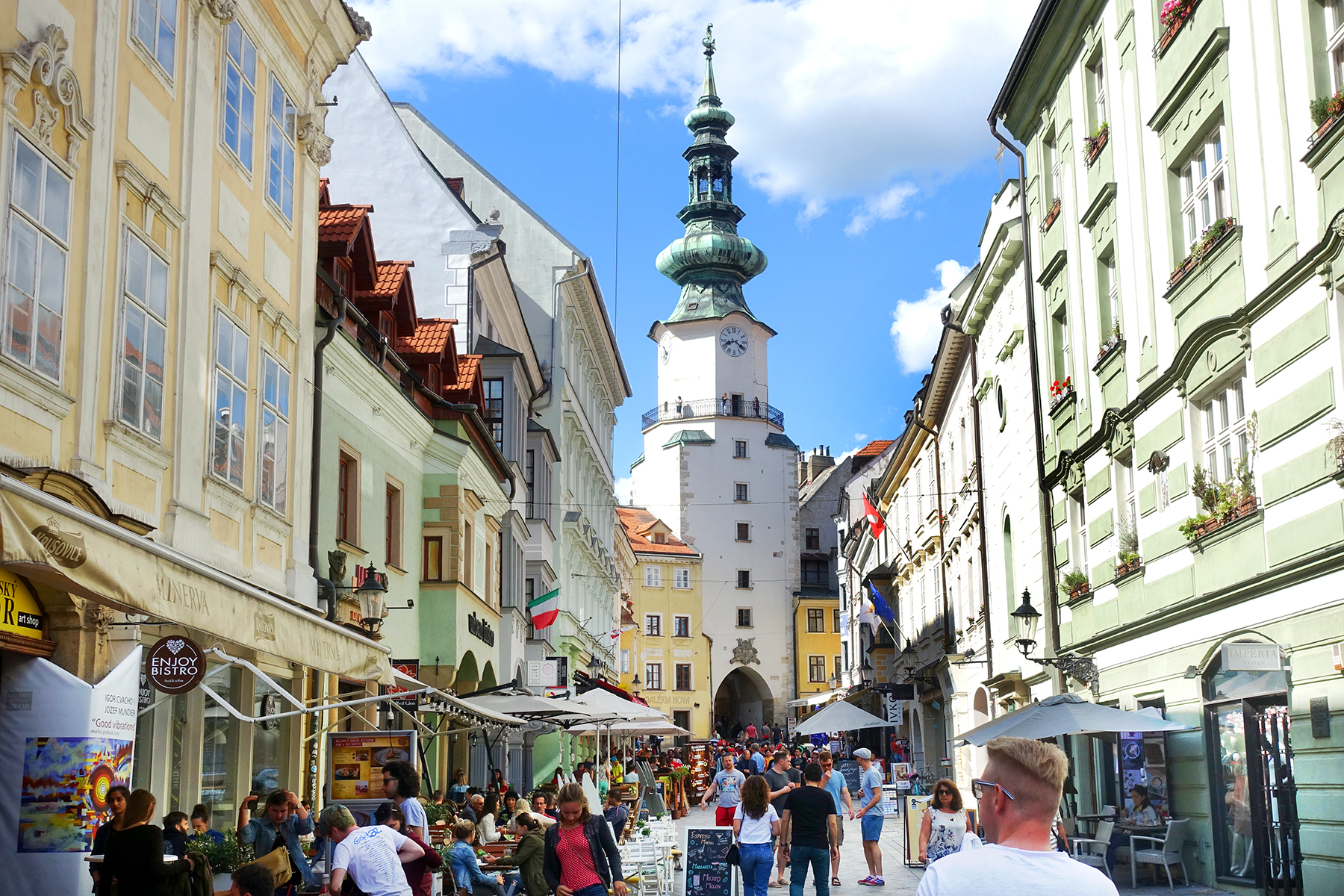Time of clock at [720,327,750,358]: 8:20
